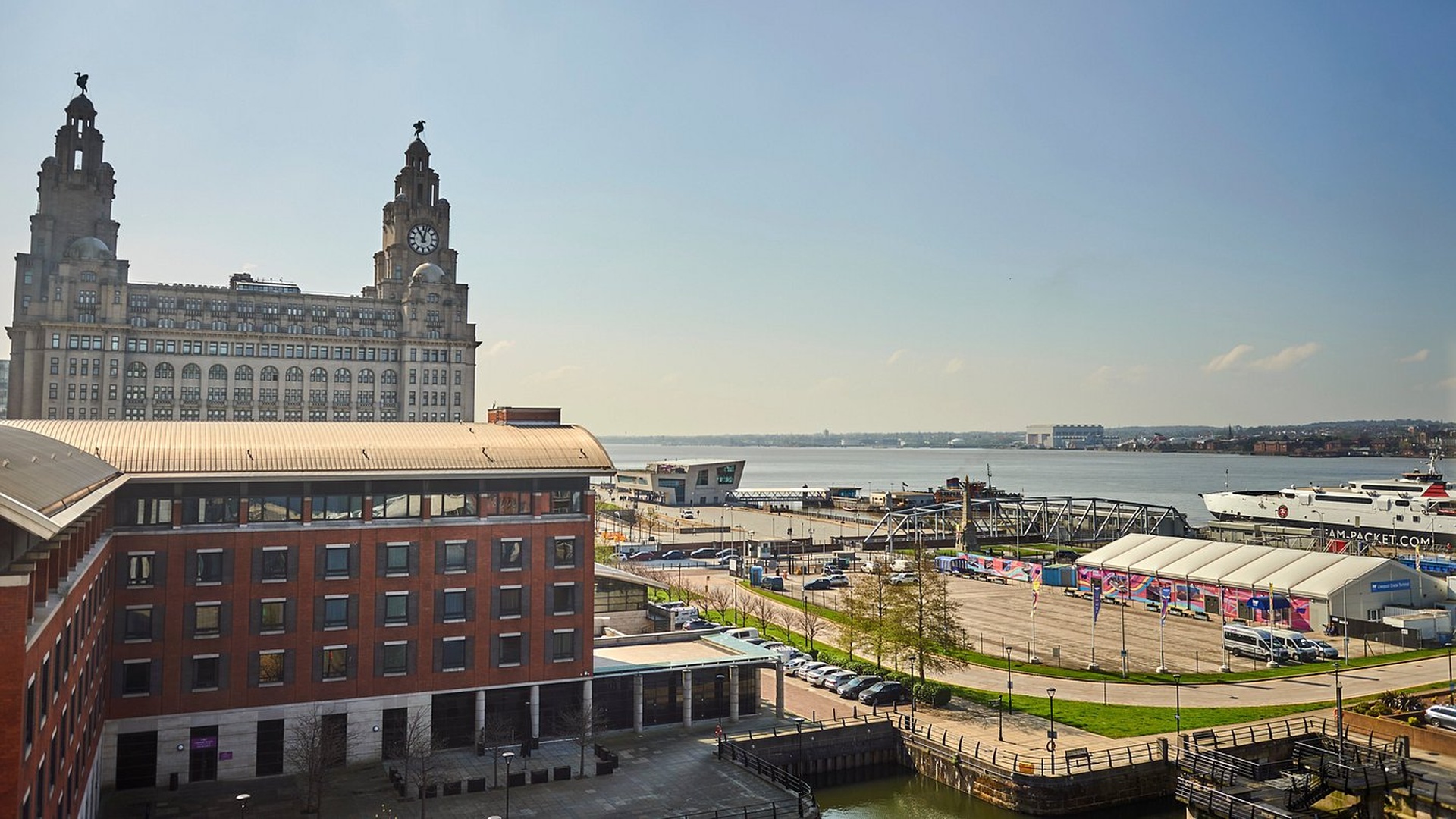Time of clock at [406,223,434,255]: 11:02
